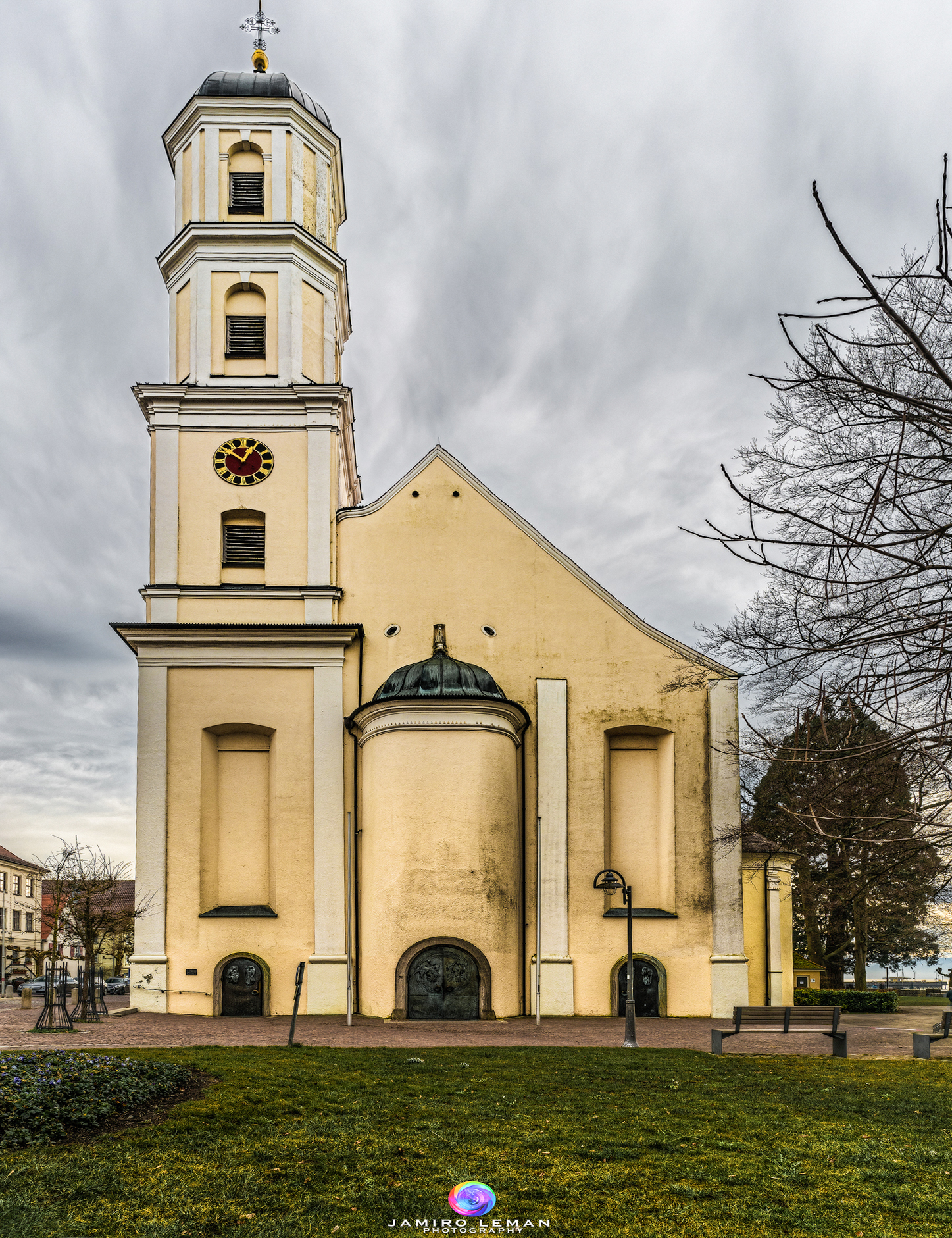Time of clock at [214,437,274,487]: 12:51
